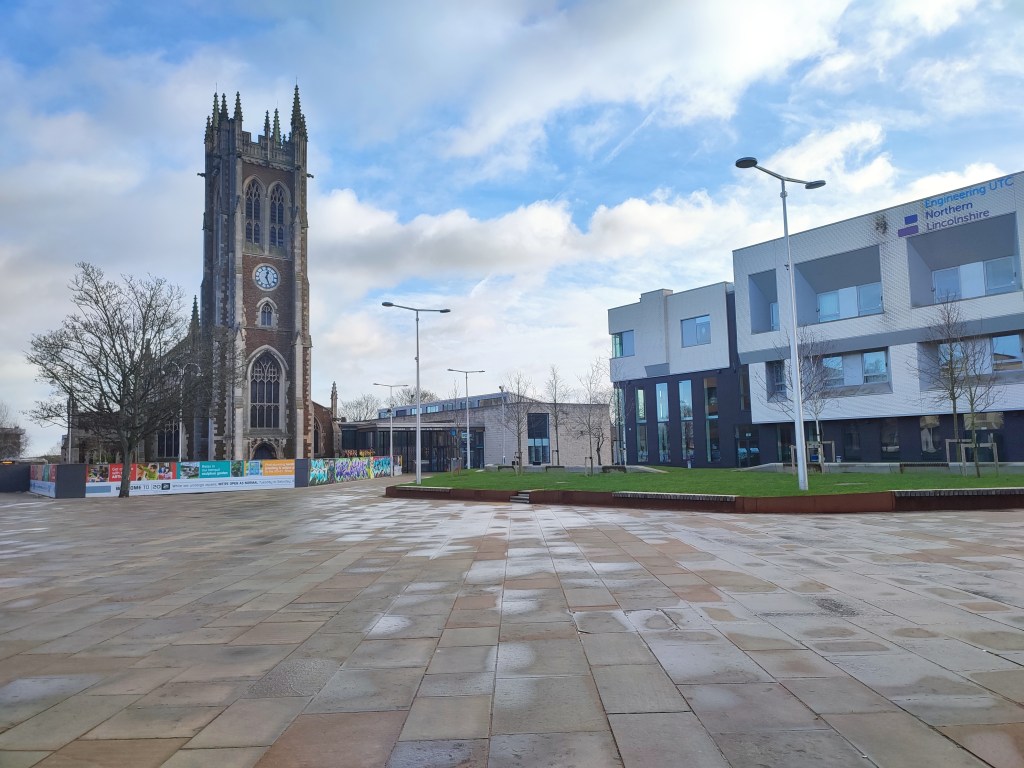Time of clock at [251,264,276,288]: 12:26
